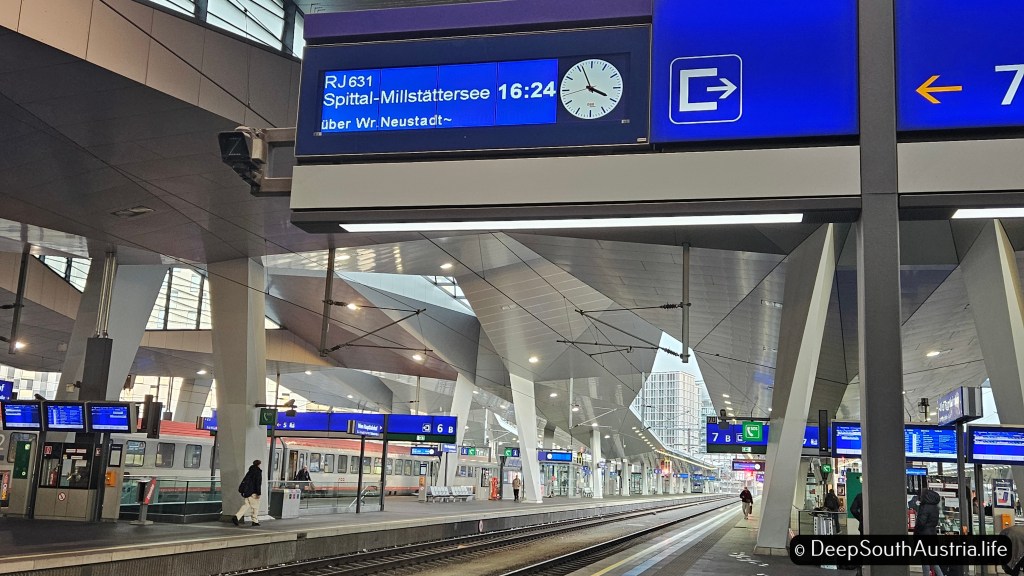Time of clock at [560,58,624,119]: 3:56
